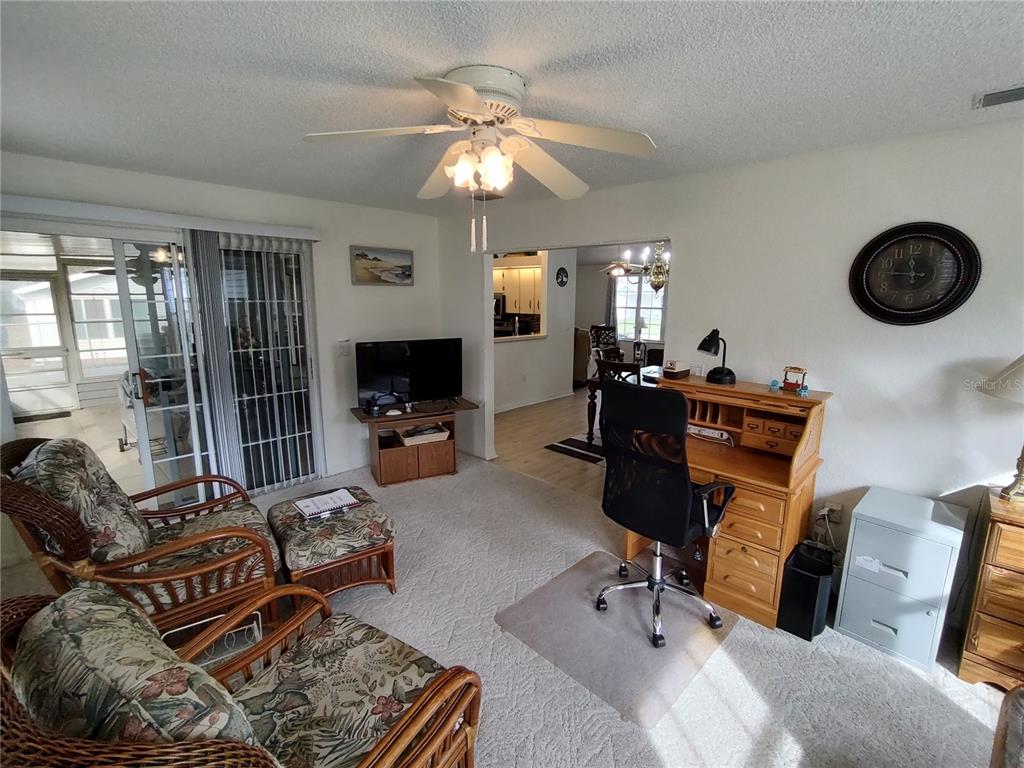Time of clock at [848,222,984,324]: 11:46
